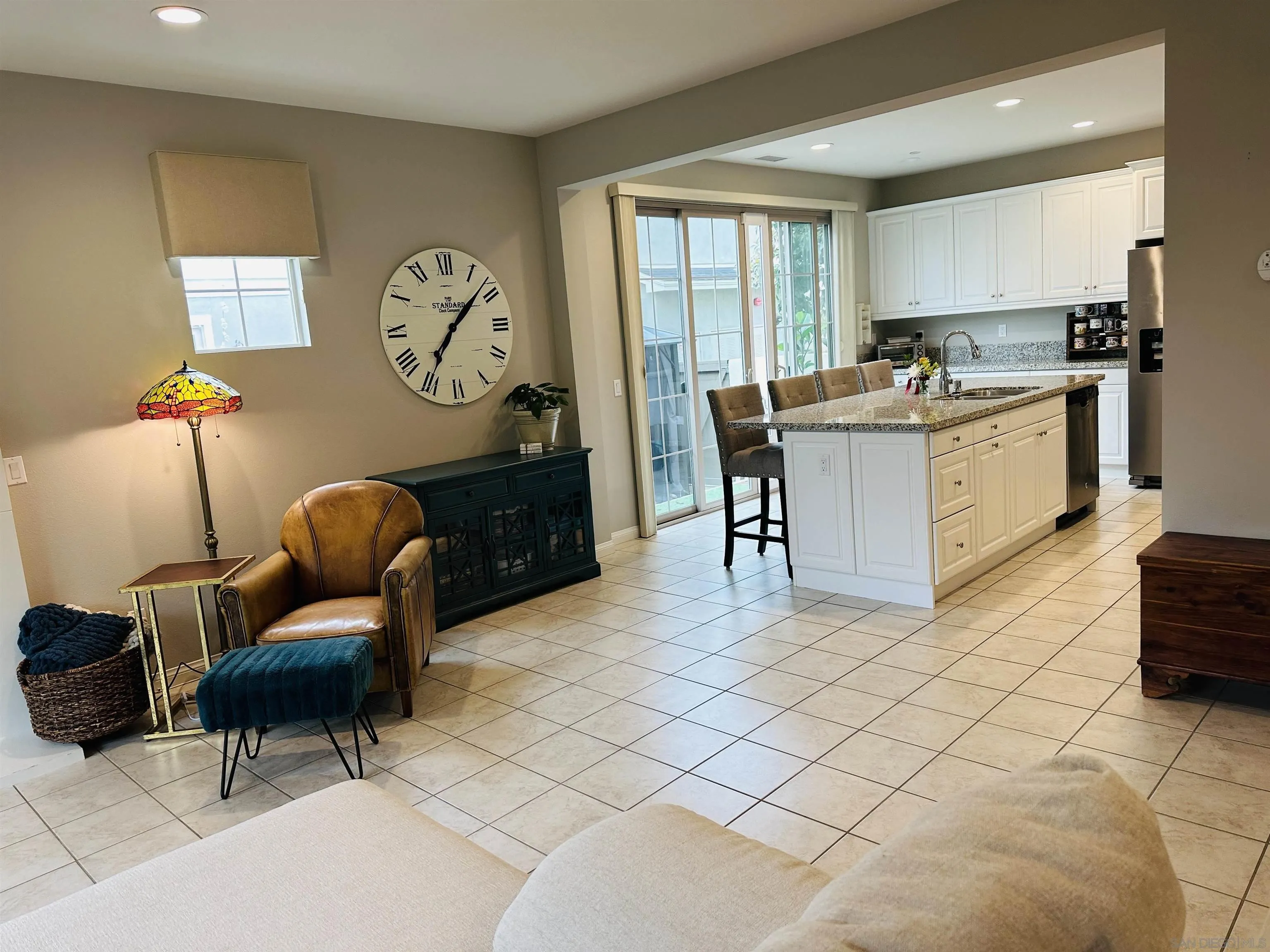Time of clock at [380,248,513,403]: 7:07
